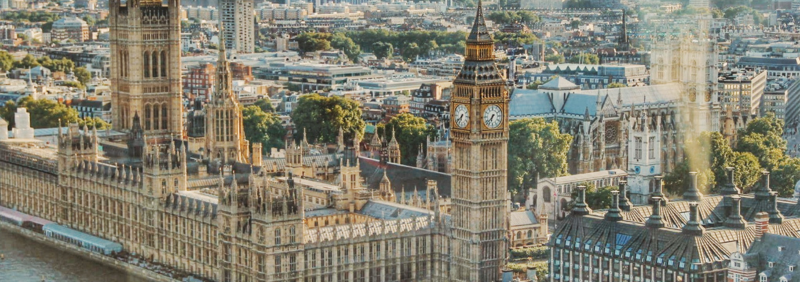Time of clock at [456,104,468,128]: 6:38
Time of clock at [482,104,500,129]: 6:37
